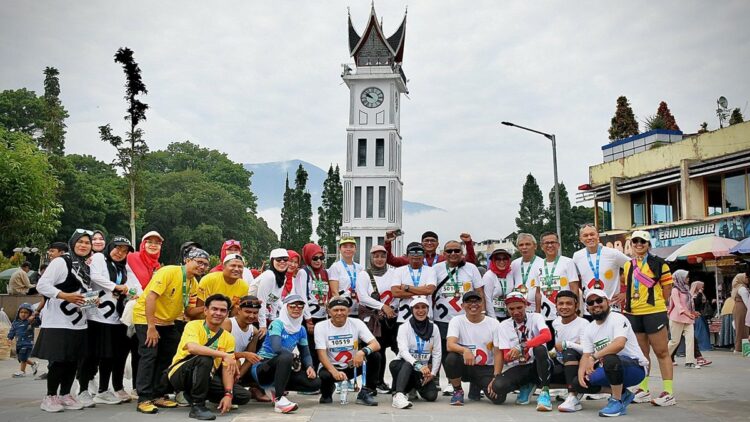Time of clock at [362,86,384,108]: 9:51
